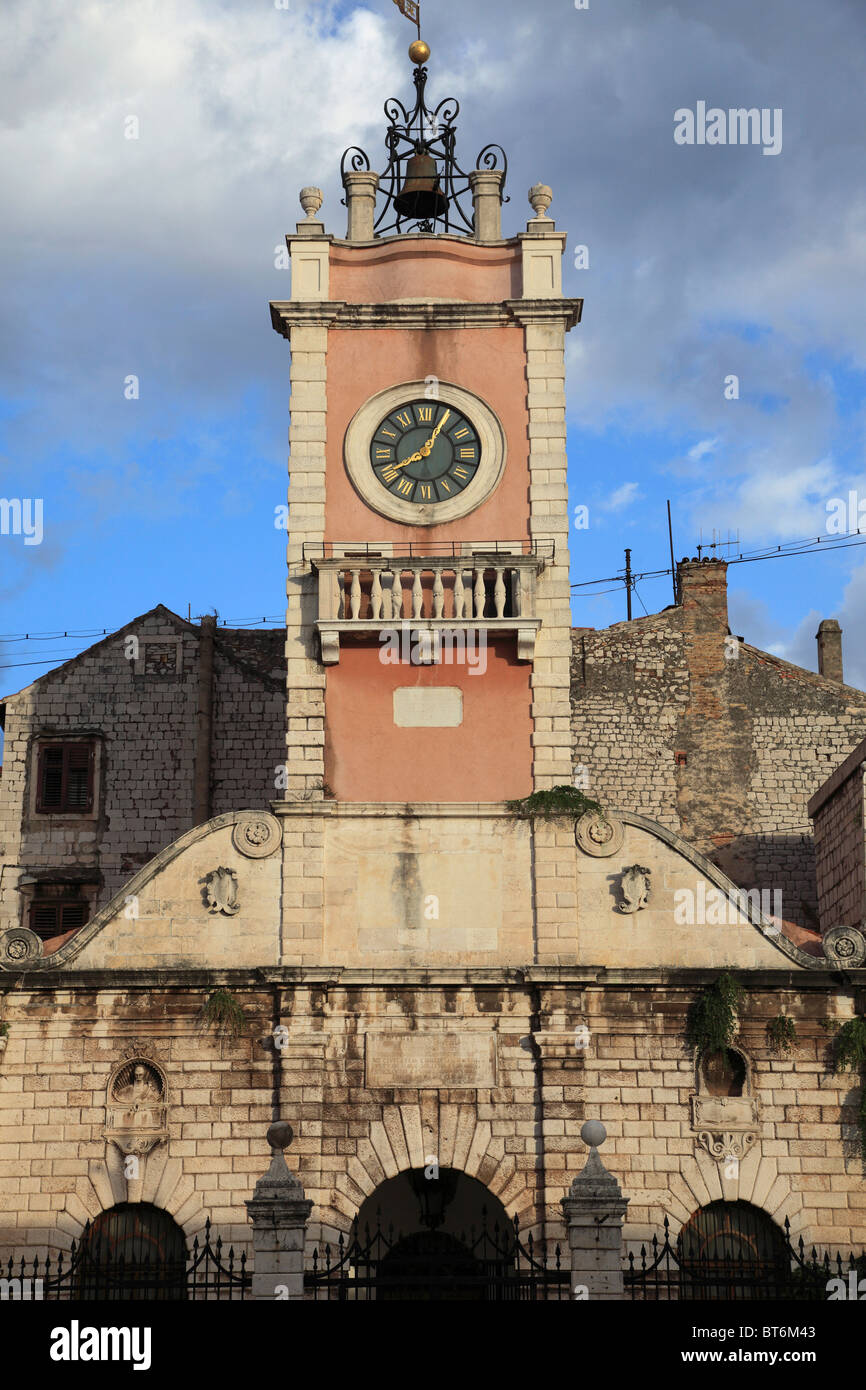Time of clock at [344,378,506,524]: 8:04
